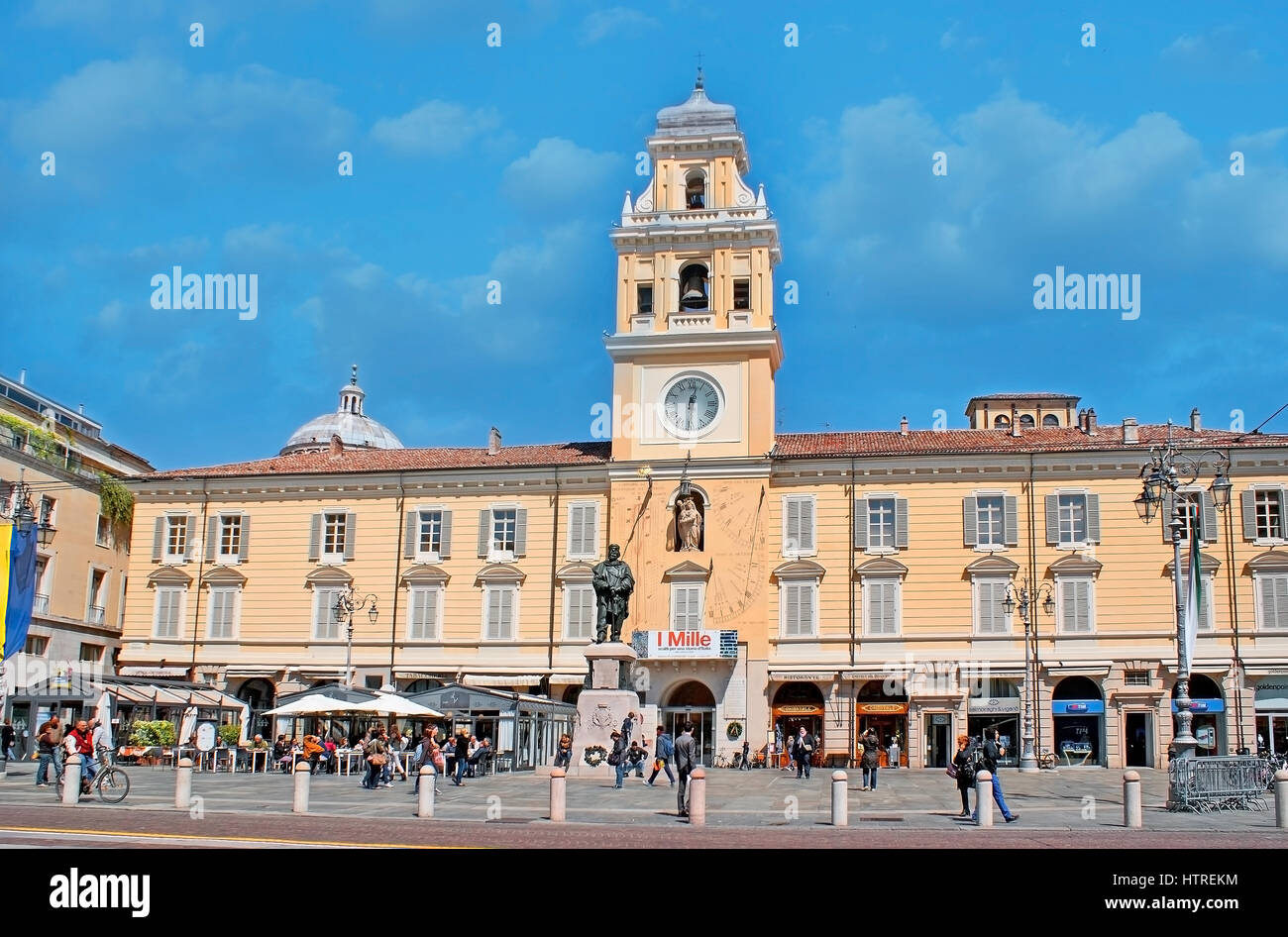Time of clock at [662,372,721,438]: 12:30
